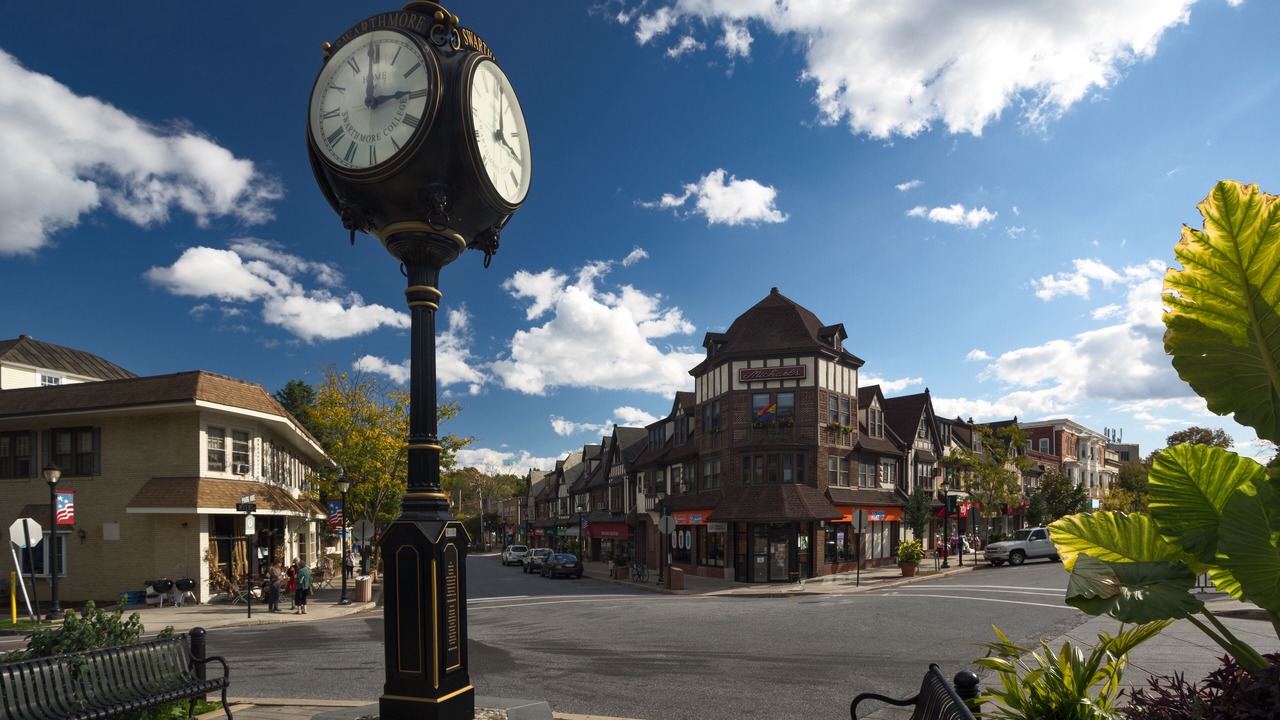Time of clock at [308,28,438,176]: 2:59
